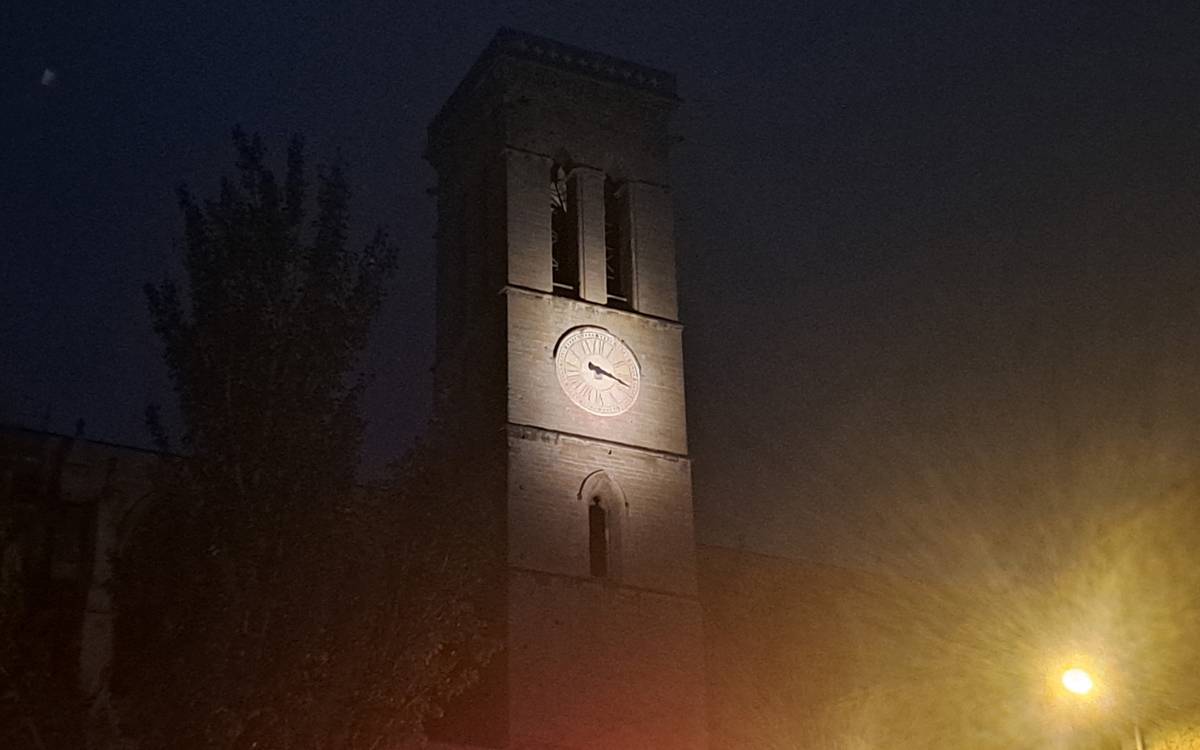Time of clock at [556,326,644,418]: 3:17
